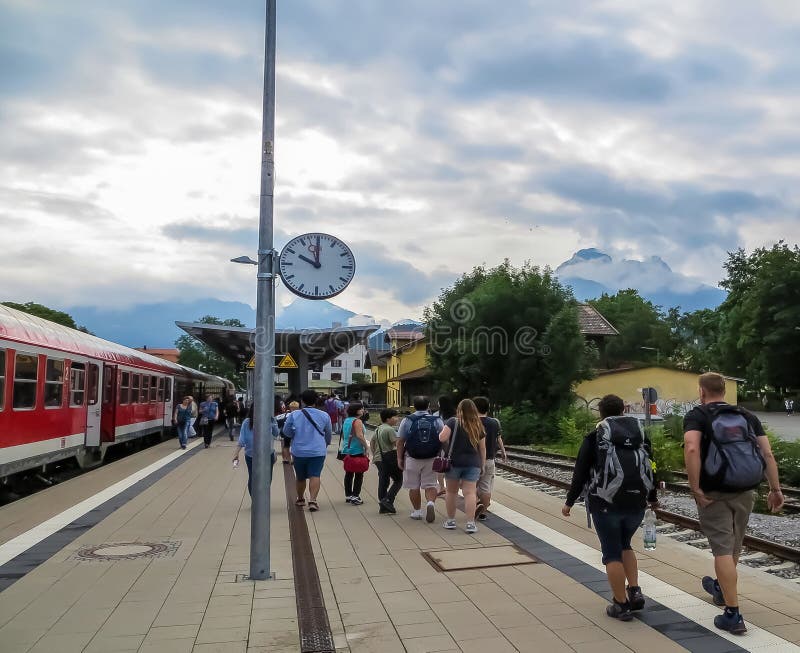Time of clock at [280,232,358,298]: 9:59
